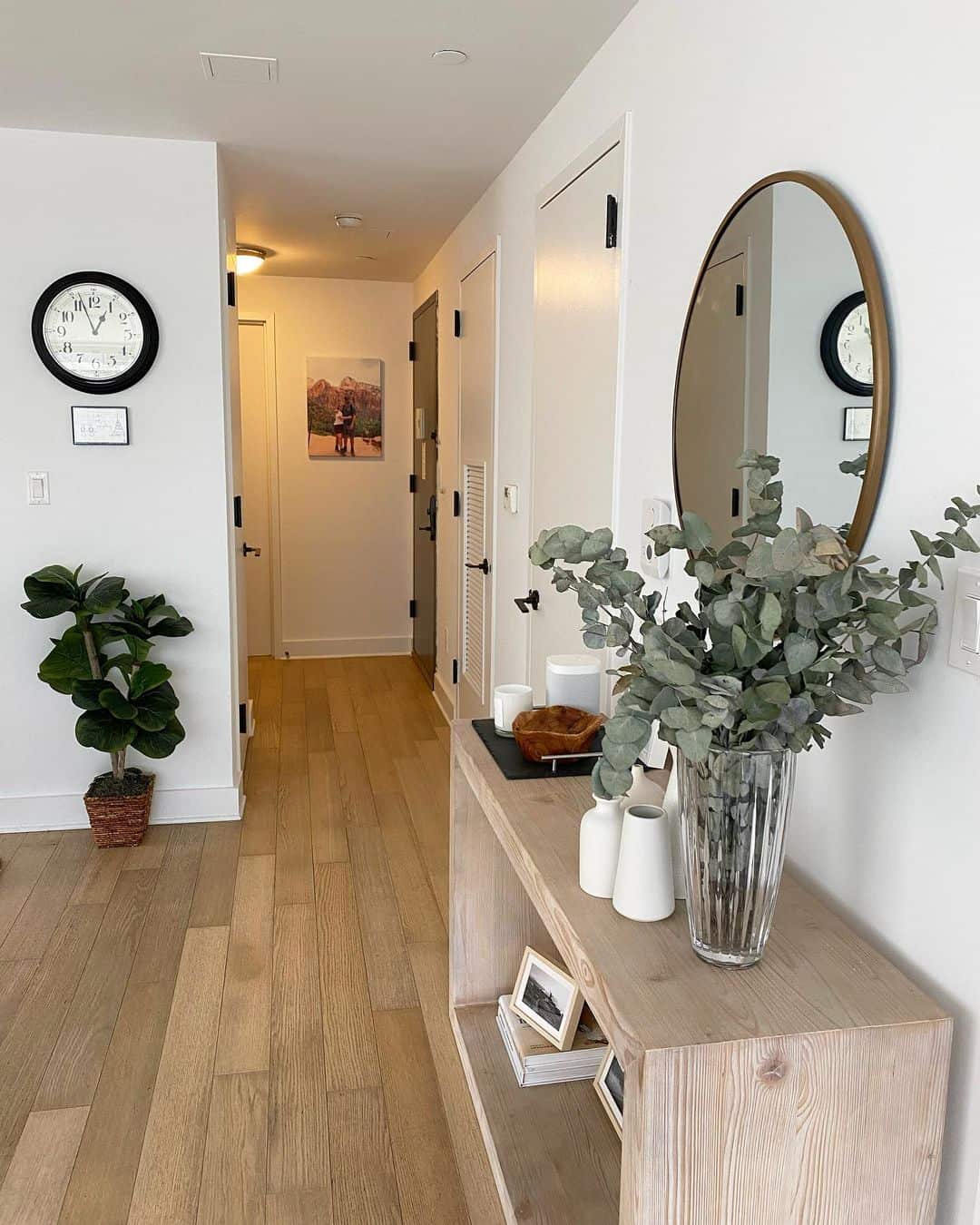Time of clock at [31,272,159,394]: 12:56
